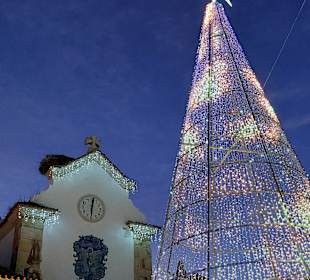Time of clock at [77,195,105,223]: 6:01
